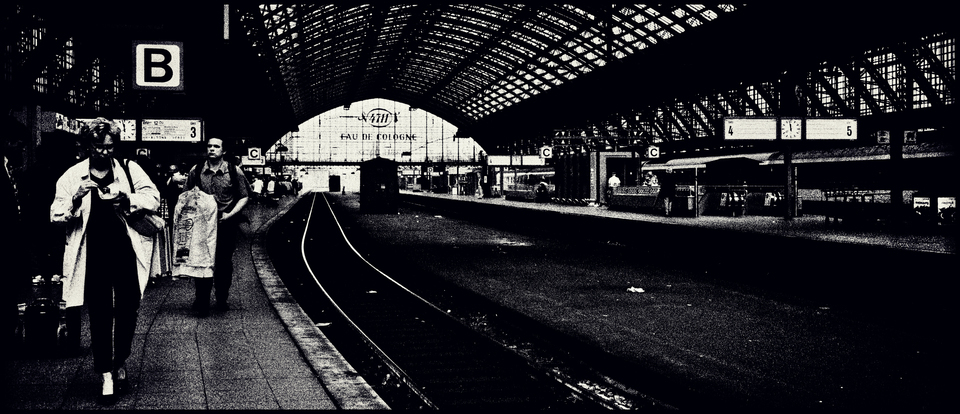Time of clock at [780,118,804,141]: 11:58
